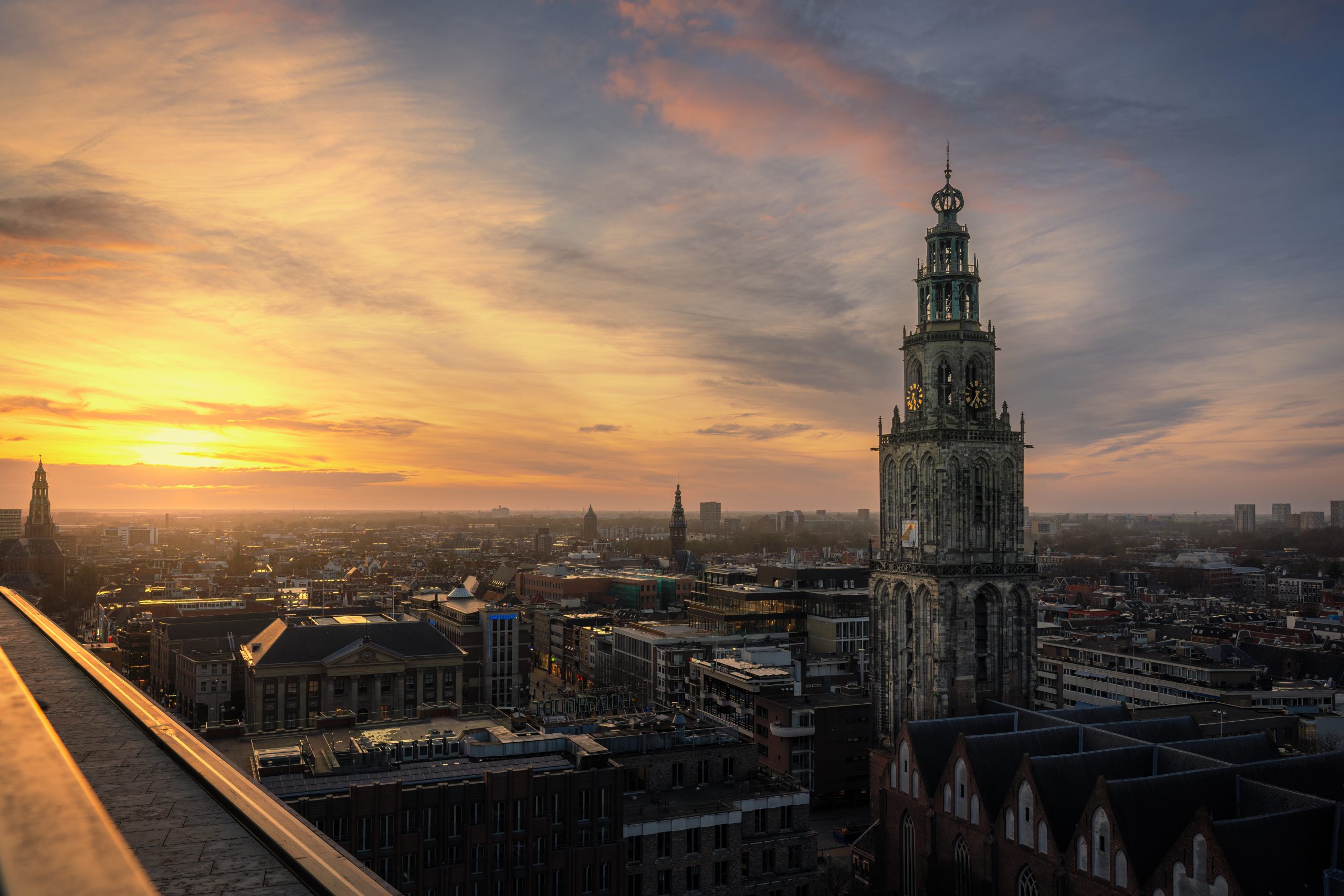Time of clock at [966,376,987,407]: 5:35
